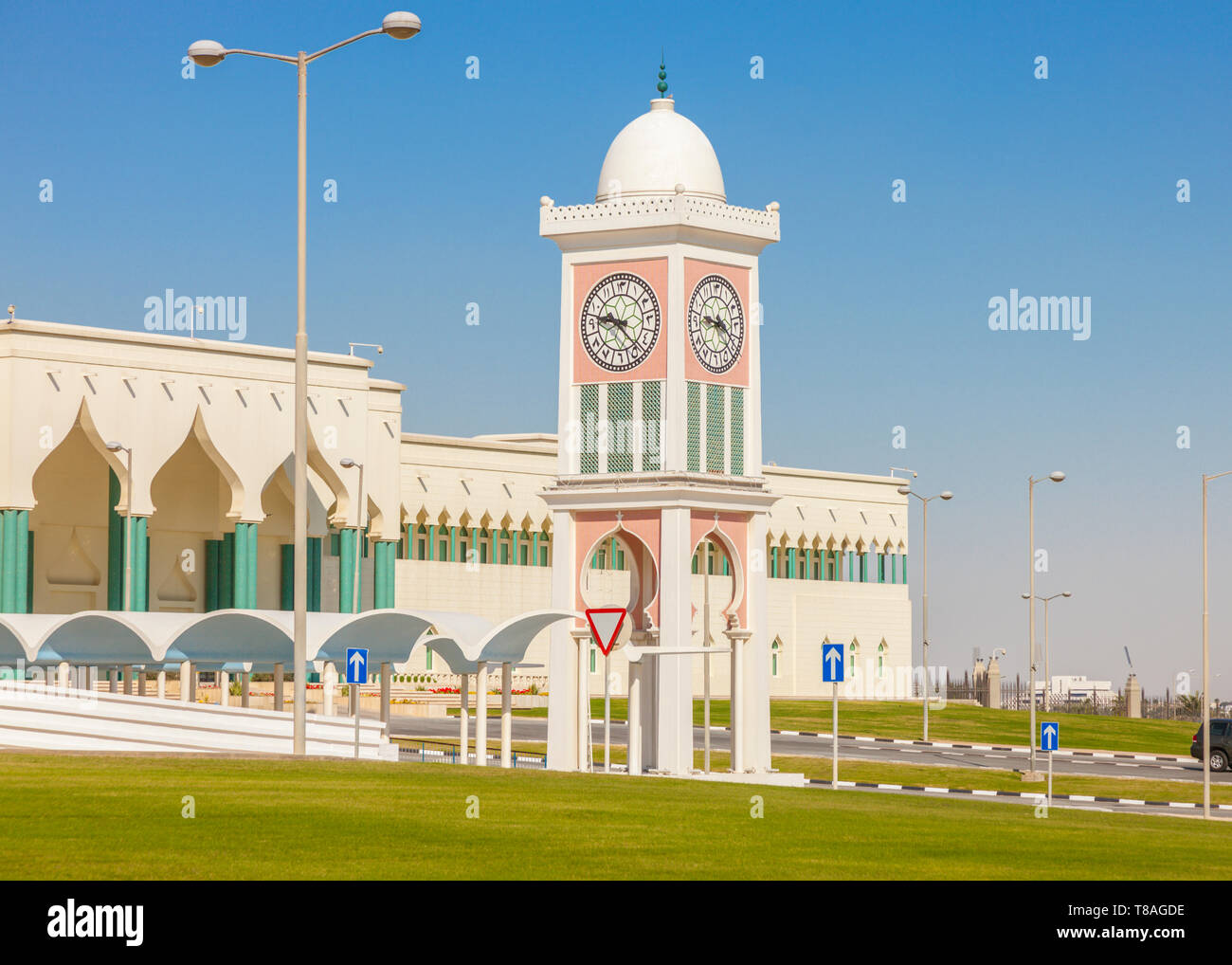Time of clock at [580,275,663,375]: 9:22
